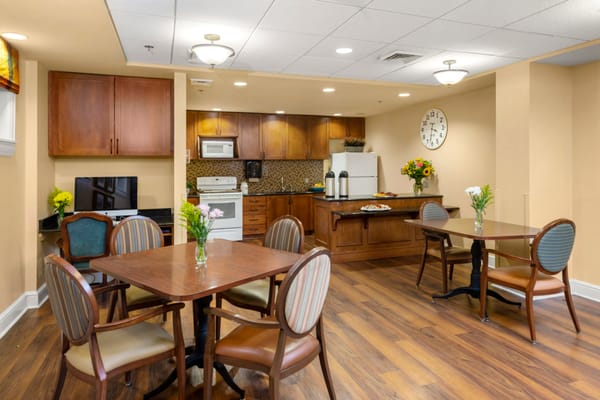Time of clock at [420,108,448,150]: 3:32
